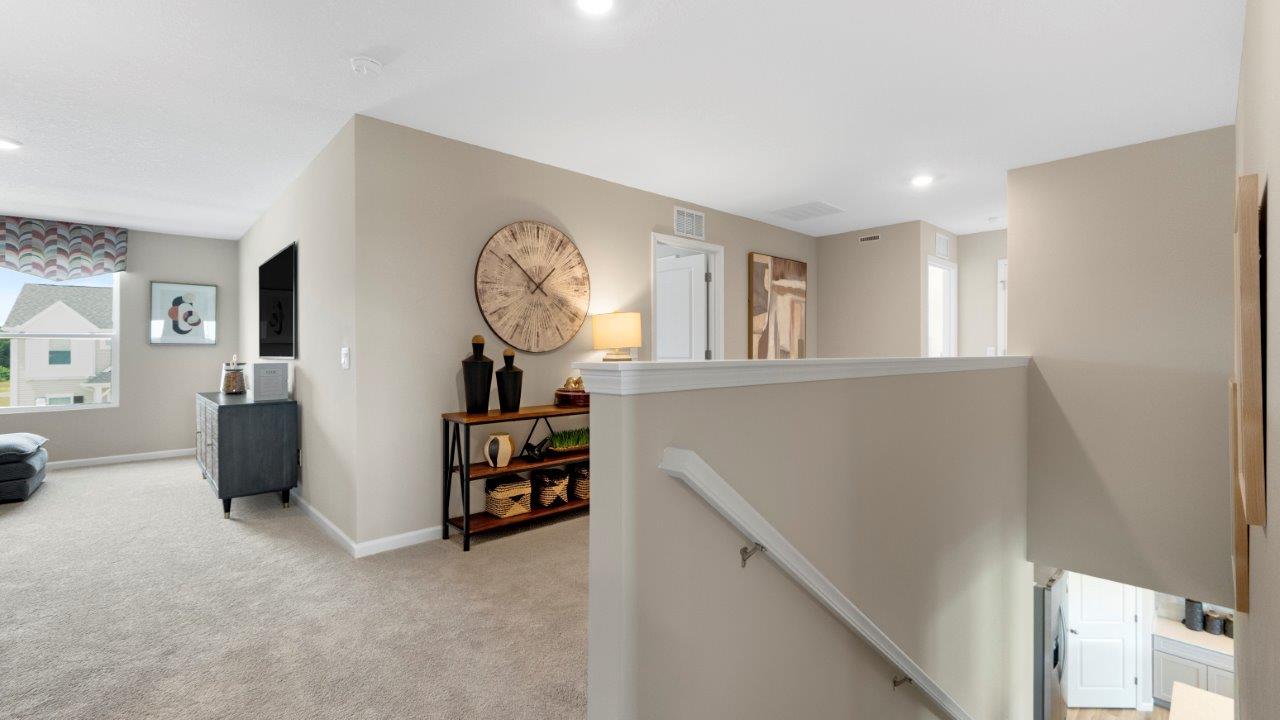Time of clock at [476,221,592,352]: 1:51
